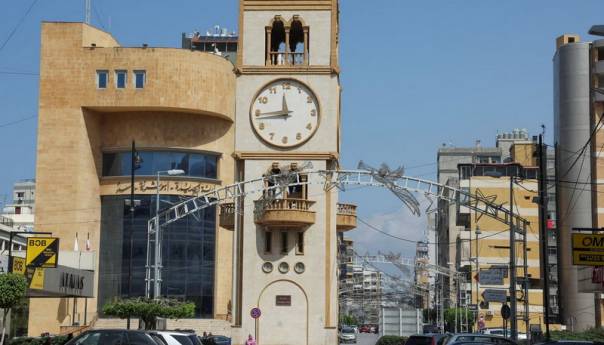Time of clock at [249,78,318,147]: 11:44
